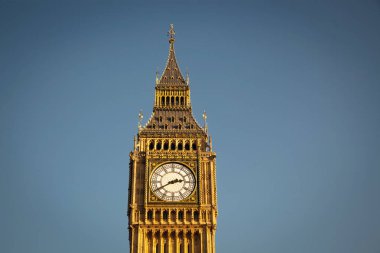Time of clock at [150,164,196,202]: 2:40
